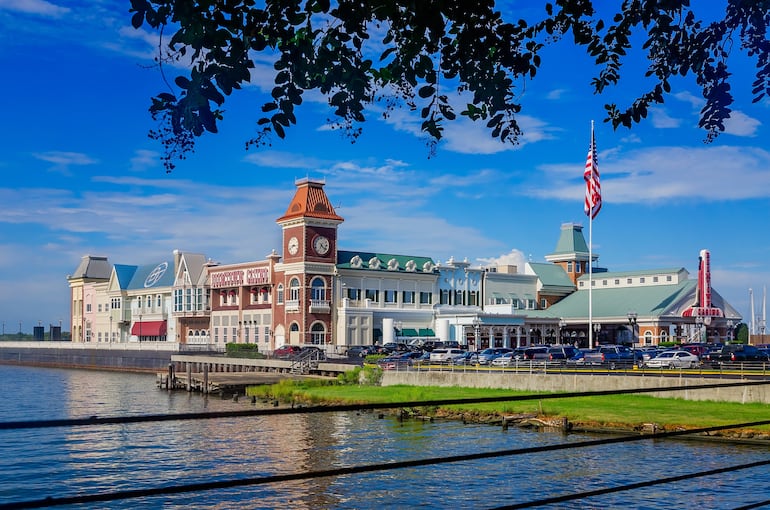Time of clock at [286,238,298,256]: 2:40
